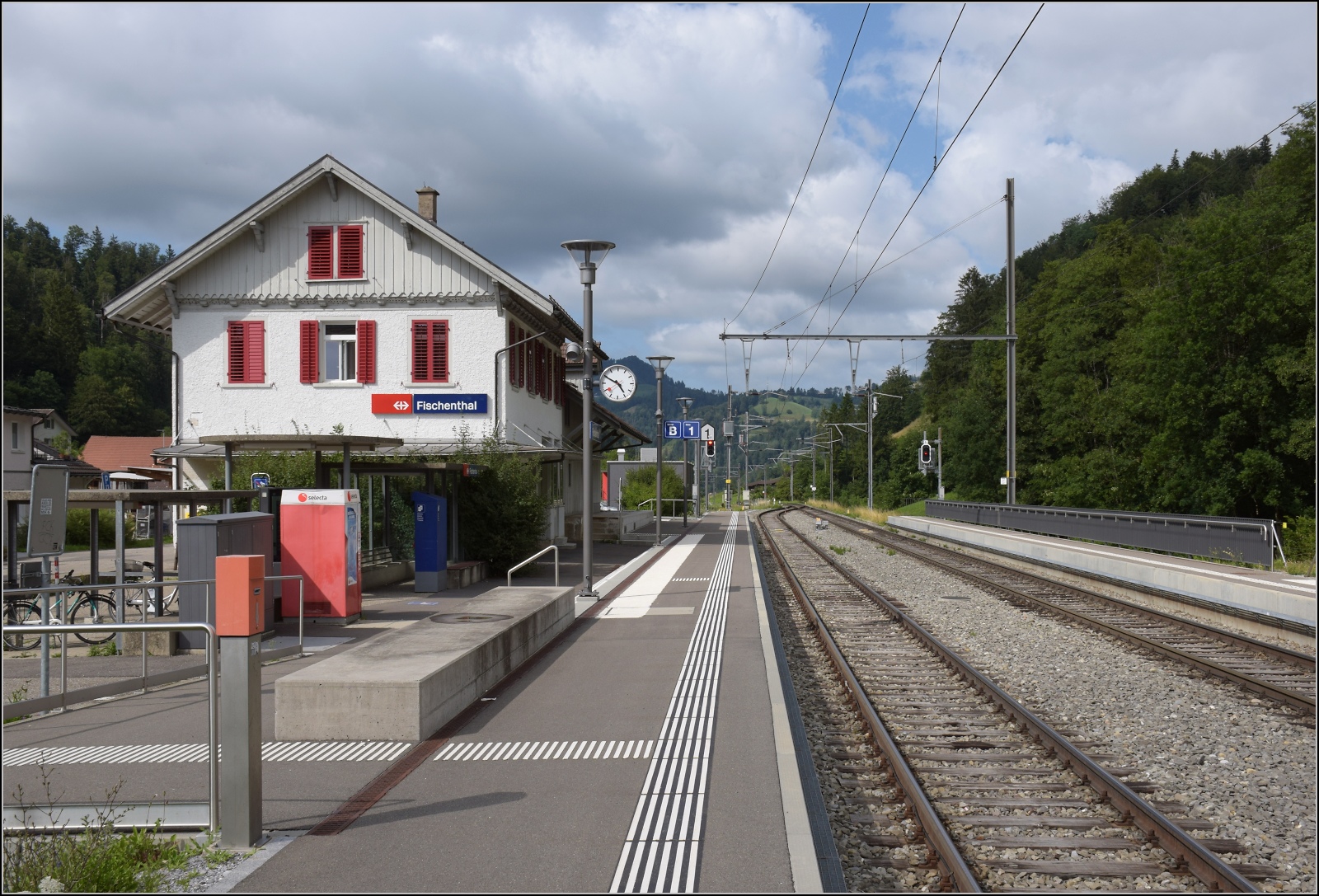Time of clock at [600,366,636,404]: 4:49
